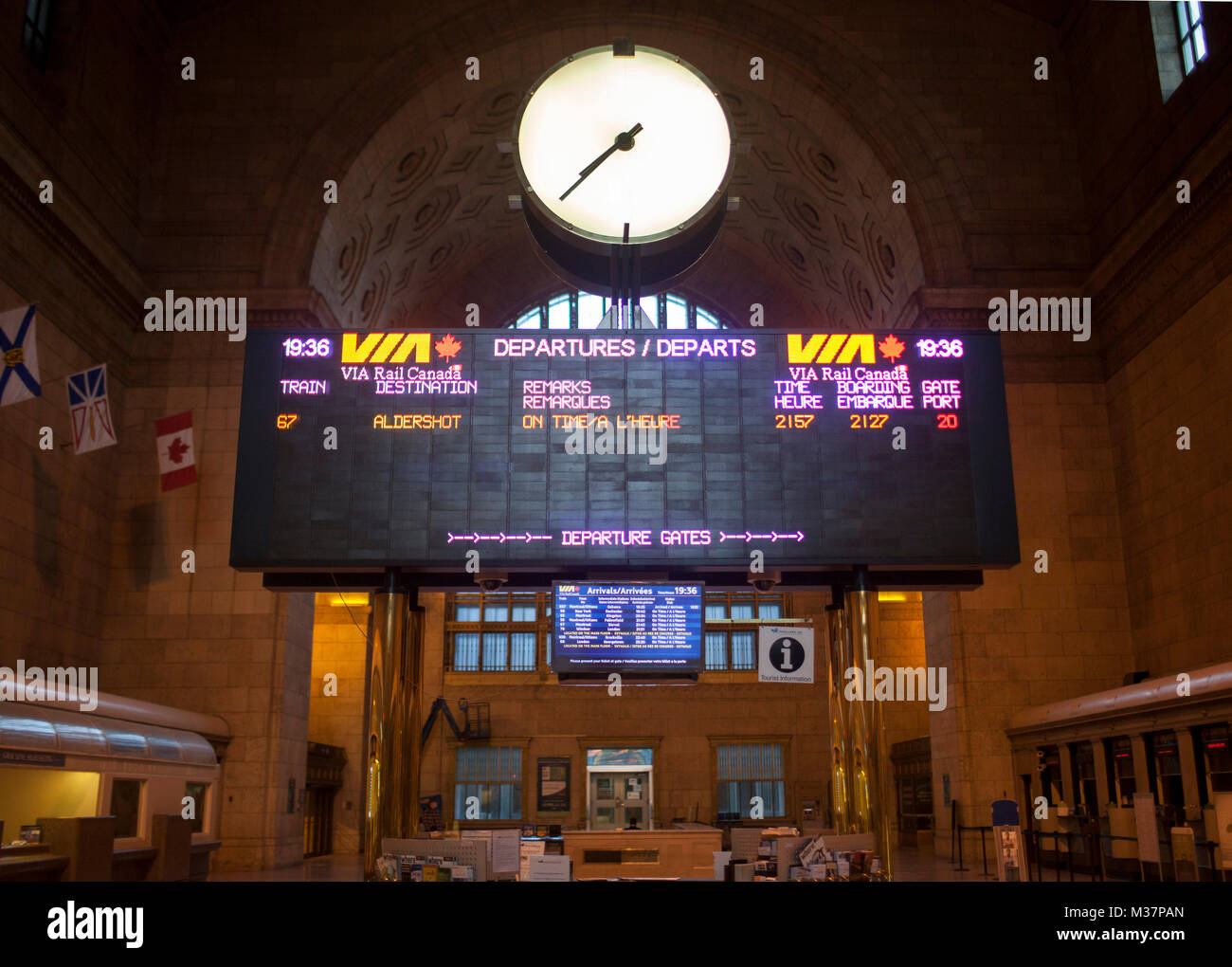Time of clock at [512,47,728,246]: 7:37
